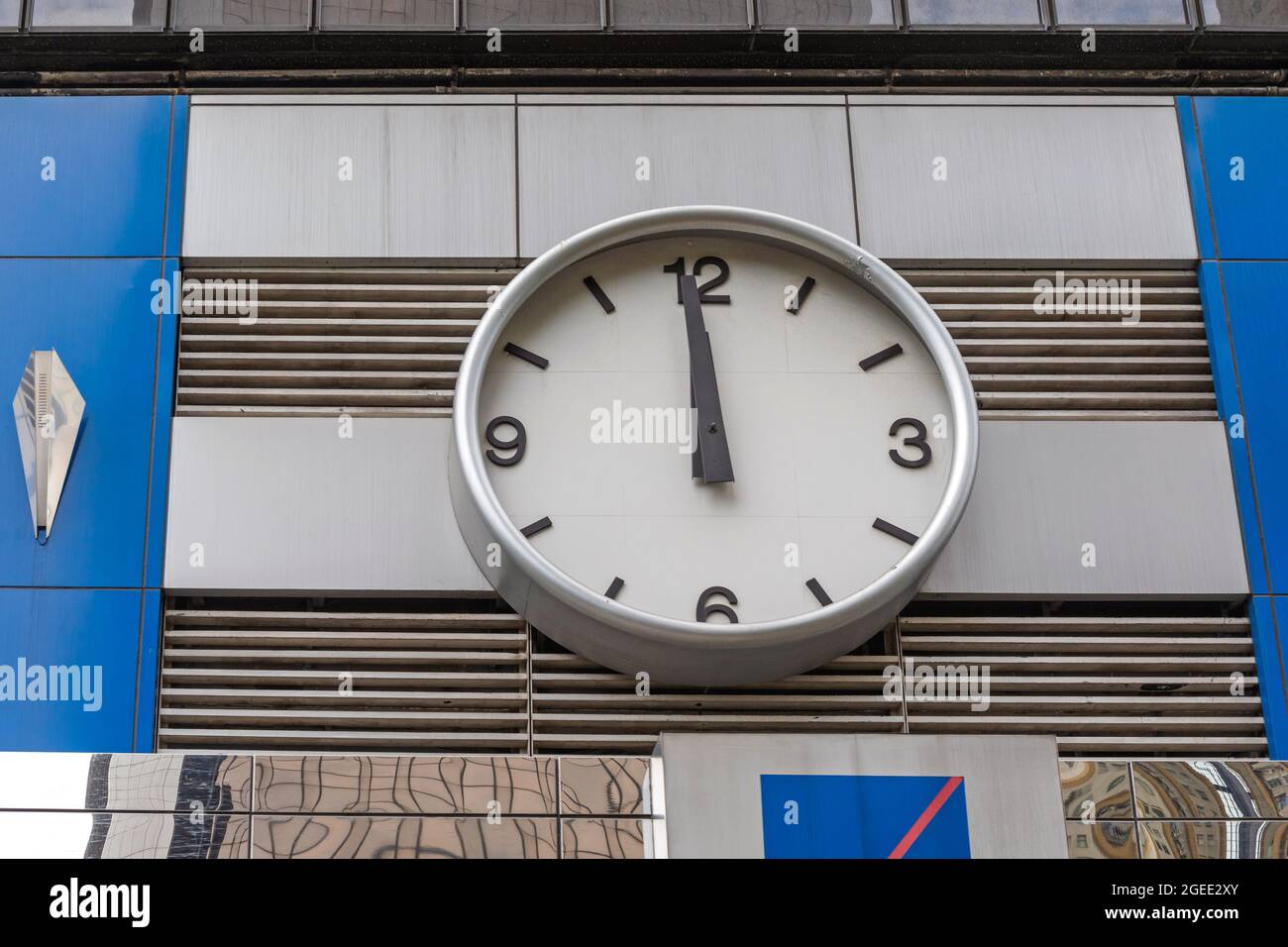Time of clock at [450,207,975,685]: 11:59
